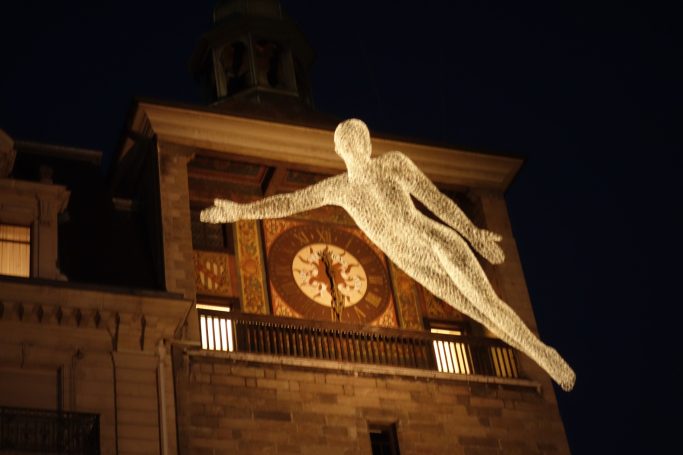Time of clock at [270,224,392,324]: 11:28
